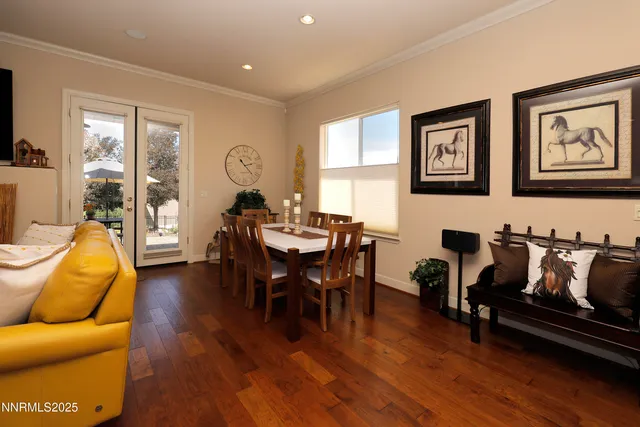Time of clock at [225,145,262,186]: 2:22
